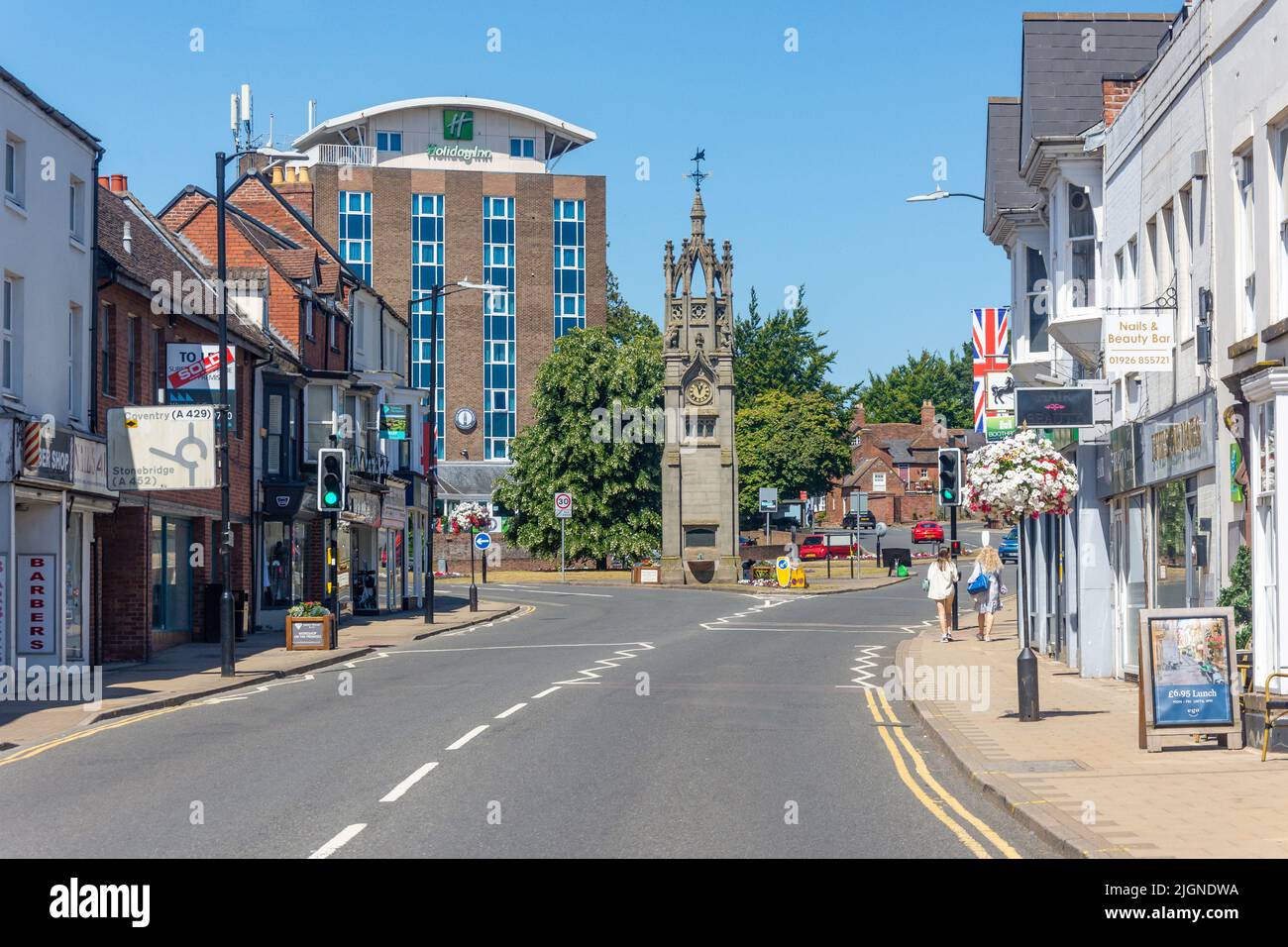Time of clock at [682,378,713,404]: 12:57
